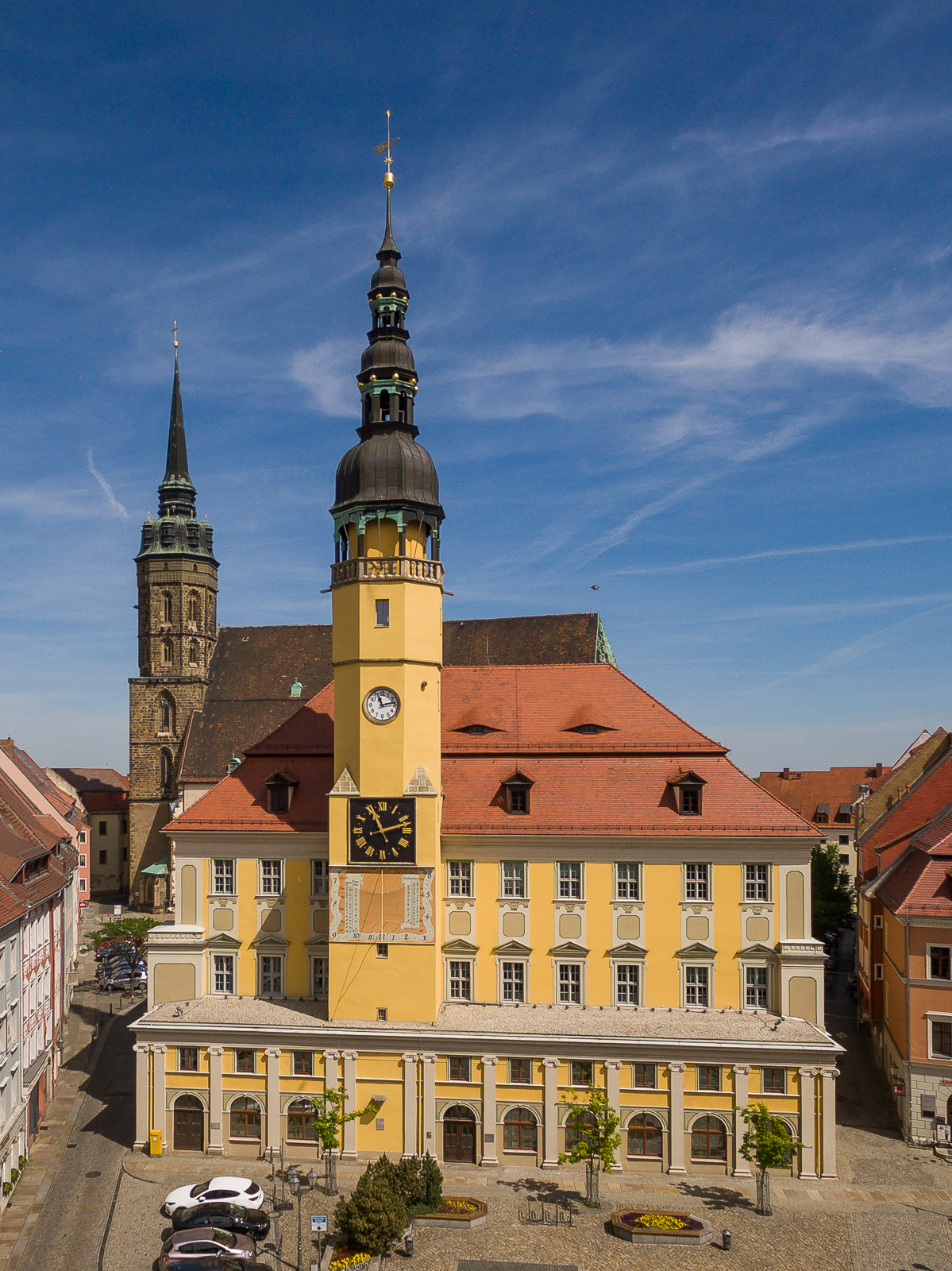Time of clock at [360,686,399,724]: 11:13
